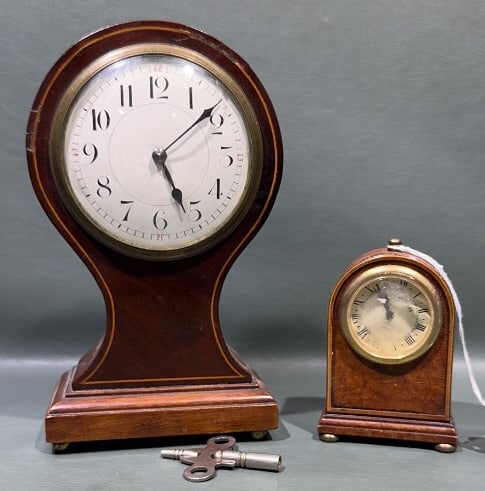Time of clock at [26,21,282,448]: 5:08
